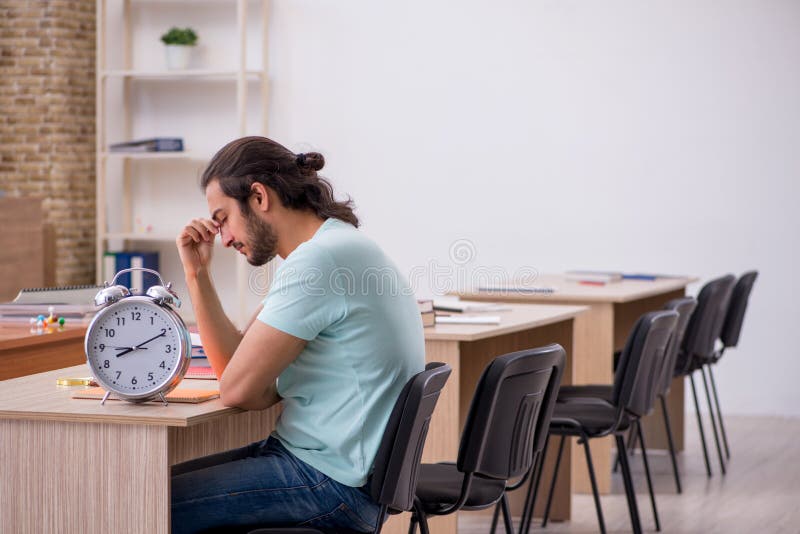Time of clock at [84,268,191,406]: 8:10
